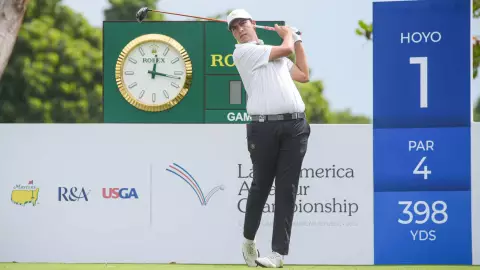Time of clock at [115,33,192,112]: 12:16
